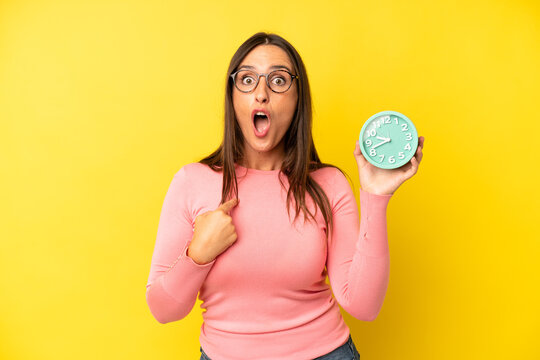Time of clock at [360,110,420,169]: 9:42
